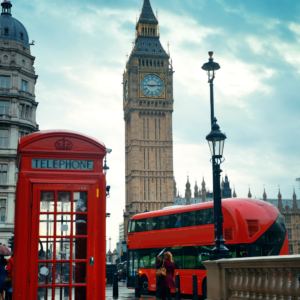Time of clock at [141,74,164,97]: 9:13
